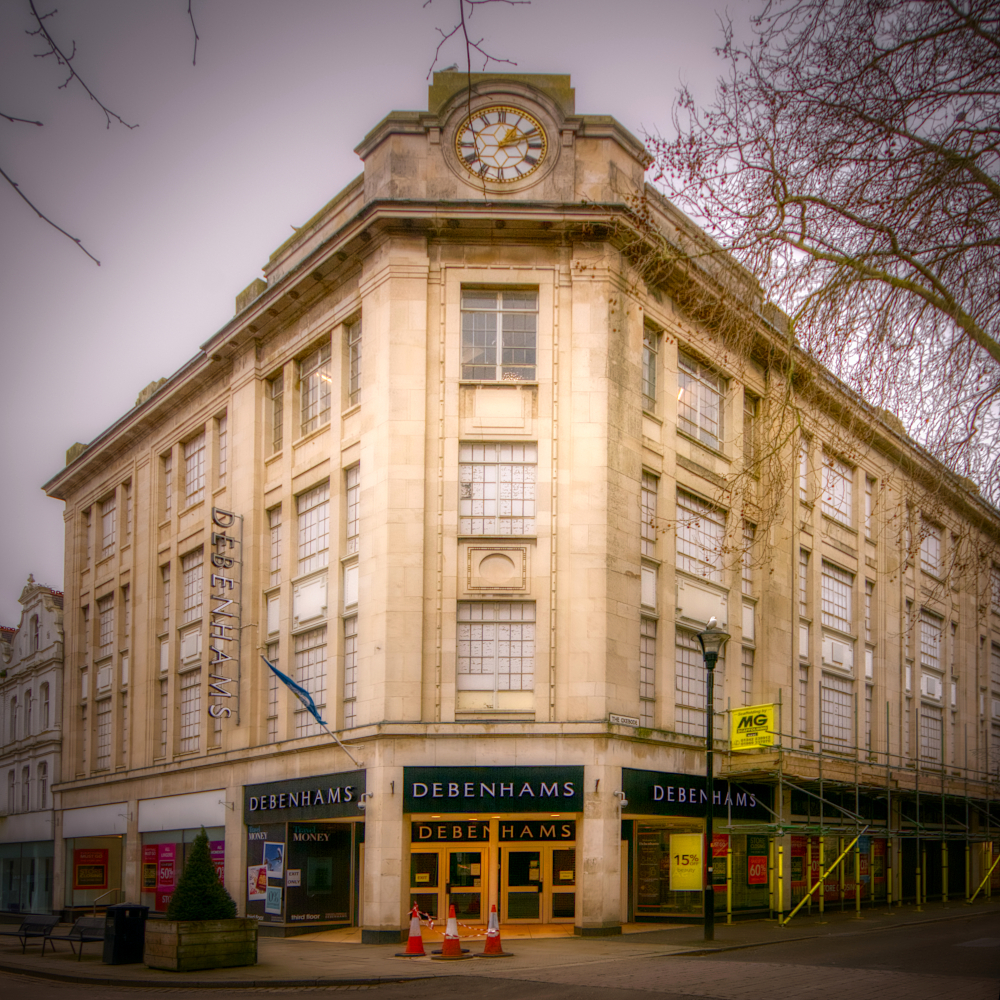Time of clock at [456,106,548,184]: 1:11
